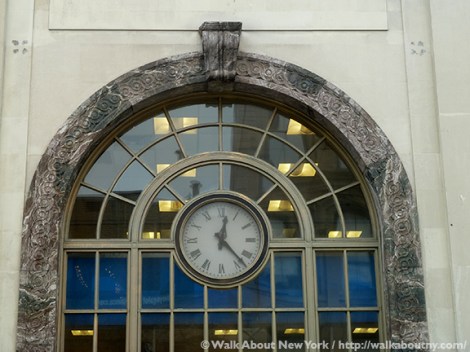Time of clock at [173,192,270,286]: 12:23
